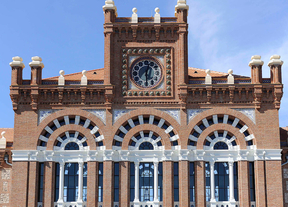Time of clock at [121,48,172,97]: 6:03
